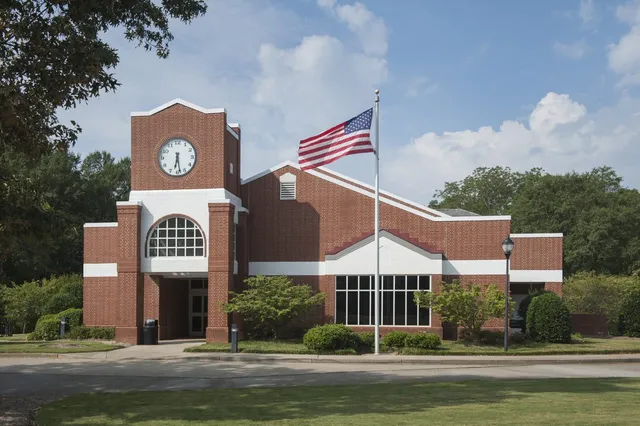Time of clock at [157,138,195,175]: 6:28
